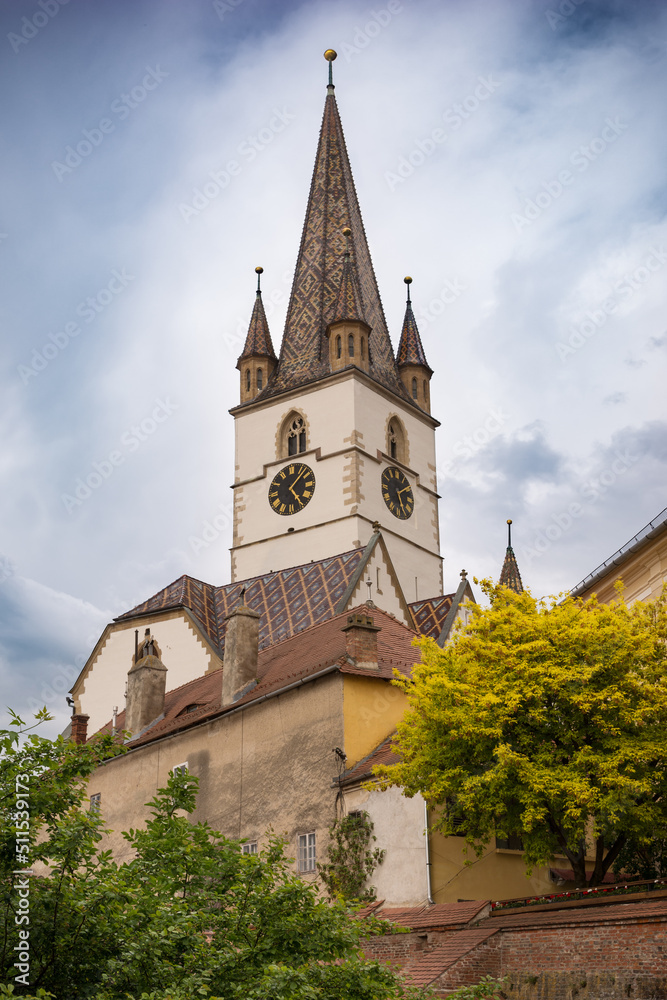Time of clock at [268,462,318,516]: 1:24
